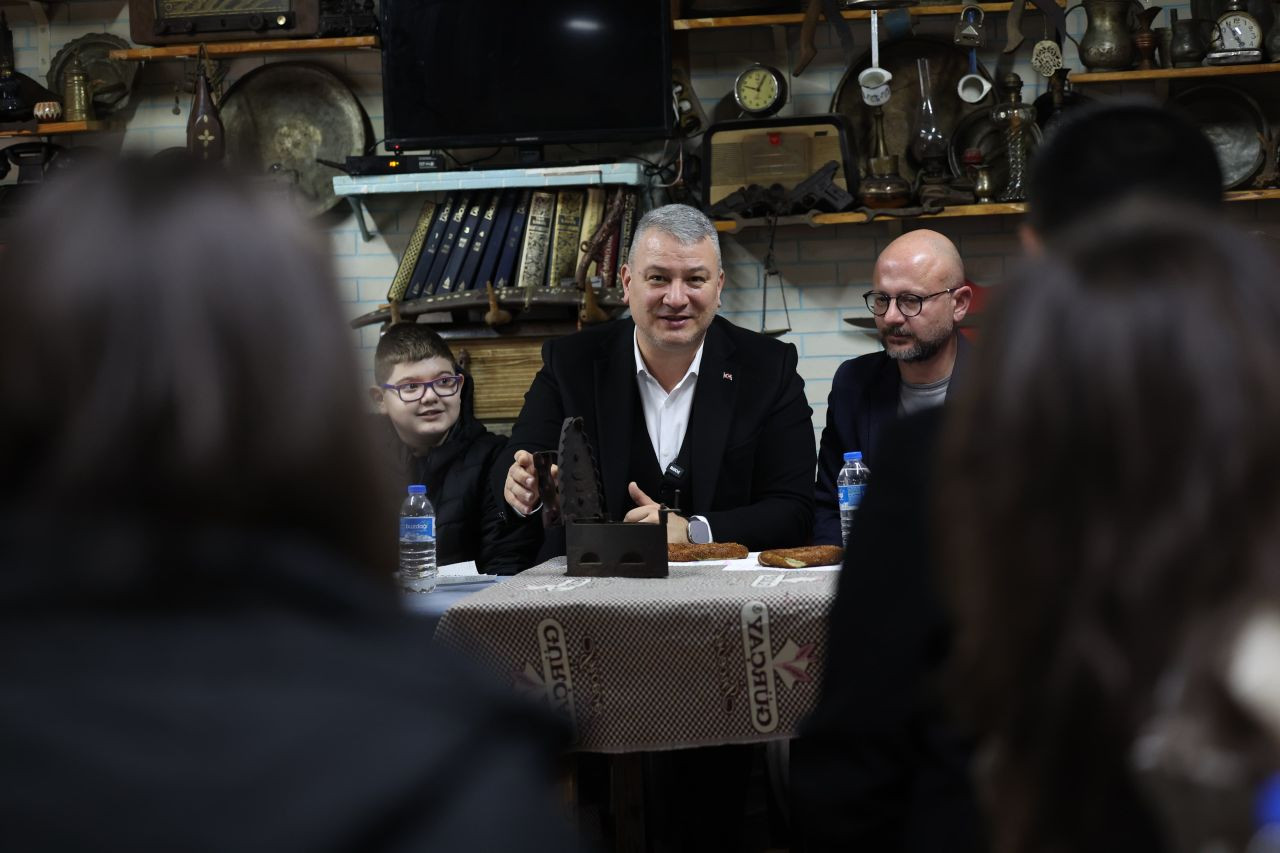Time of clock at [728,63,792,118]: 12:47
